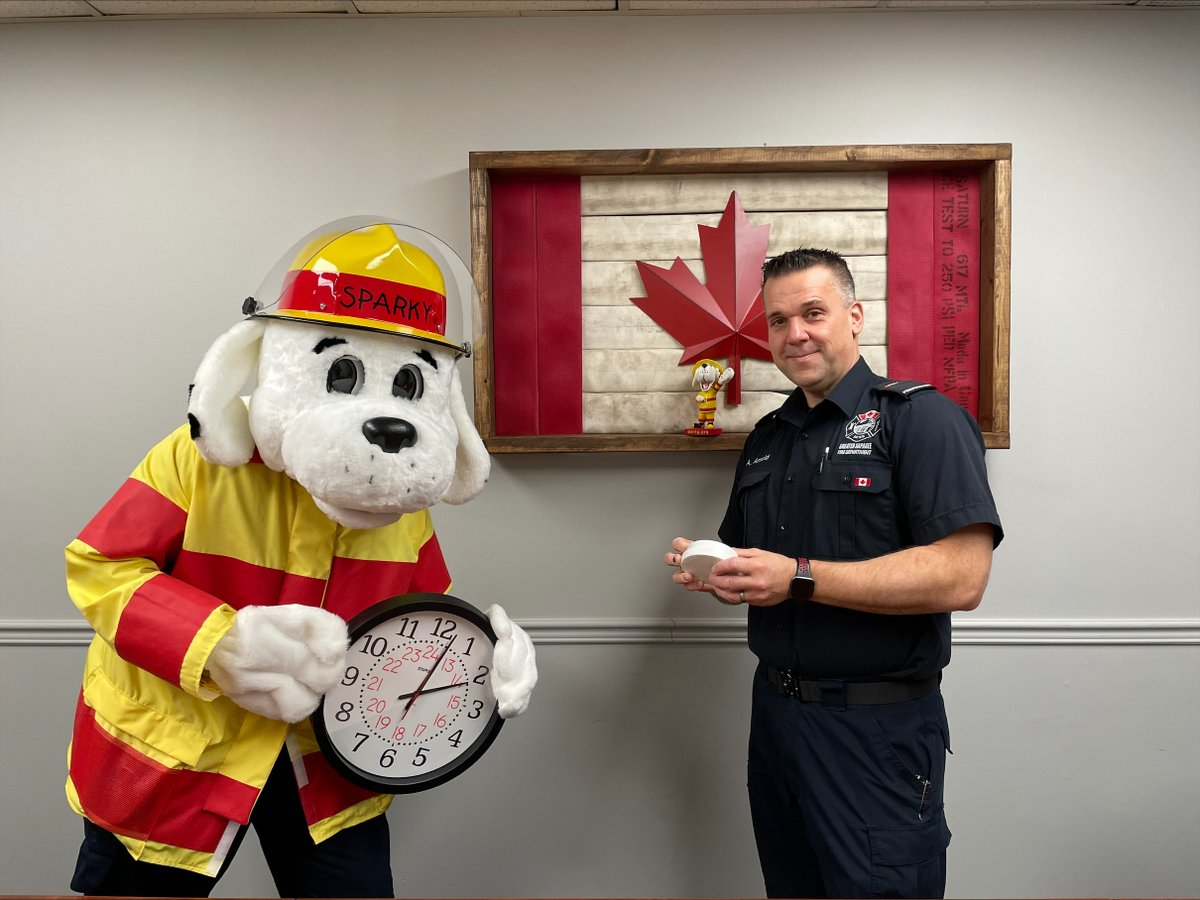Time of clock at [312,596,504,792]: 2:02
